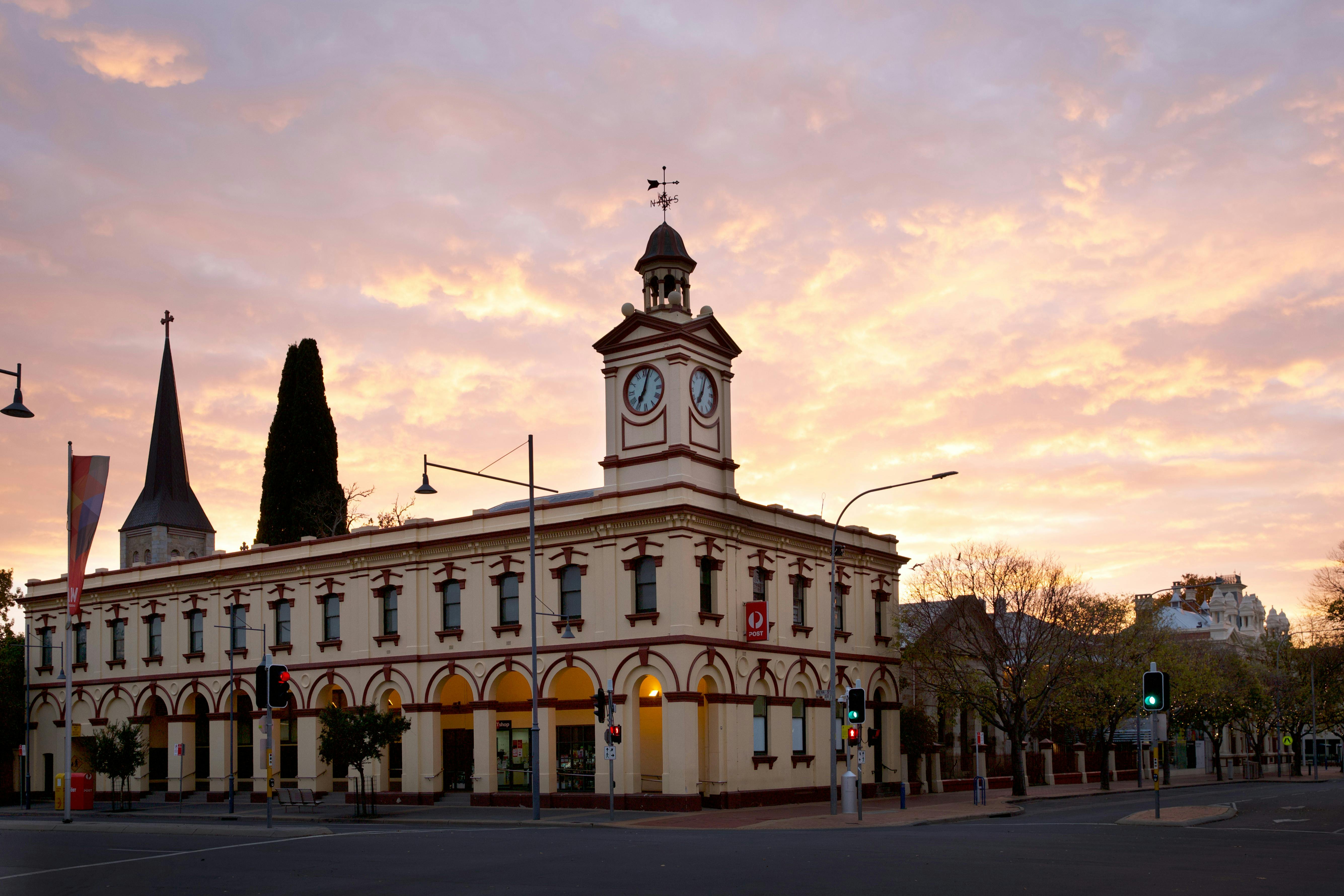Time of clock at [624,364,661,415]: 7:02
